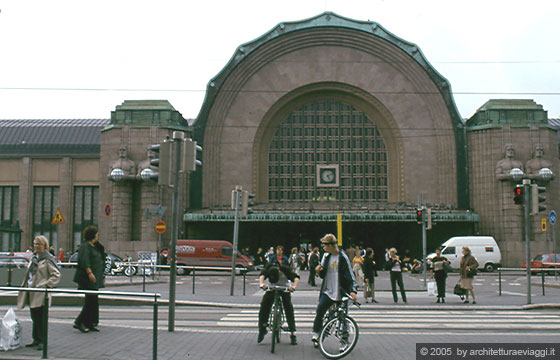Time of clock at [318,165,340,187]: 5:11
